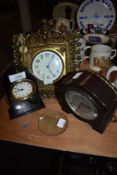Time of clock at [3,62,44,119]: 5:04
